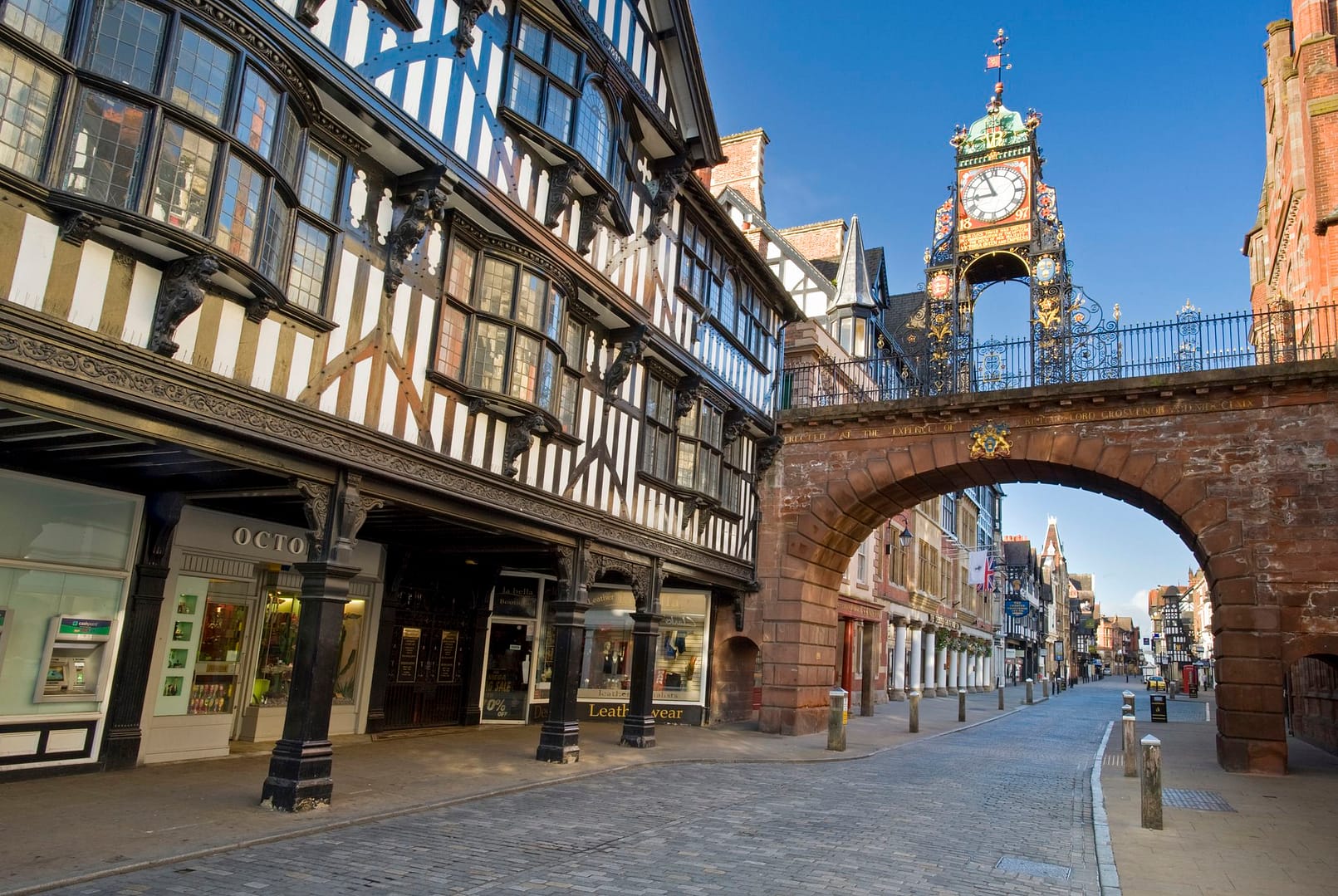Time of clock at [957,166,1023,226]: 8:56
